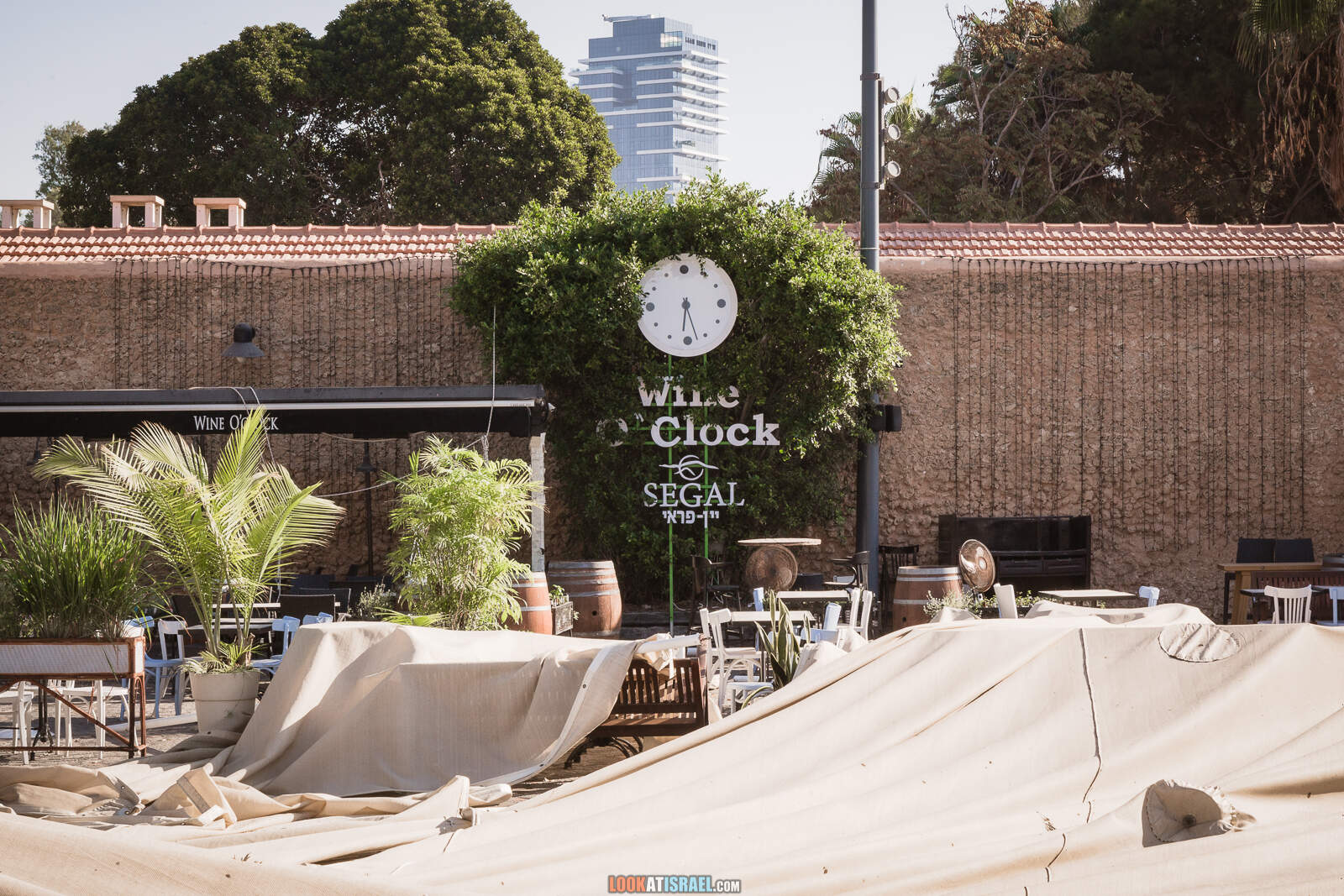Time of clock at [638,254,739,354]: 6:27
